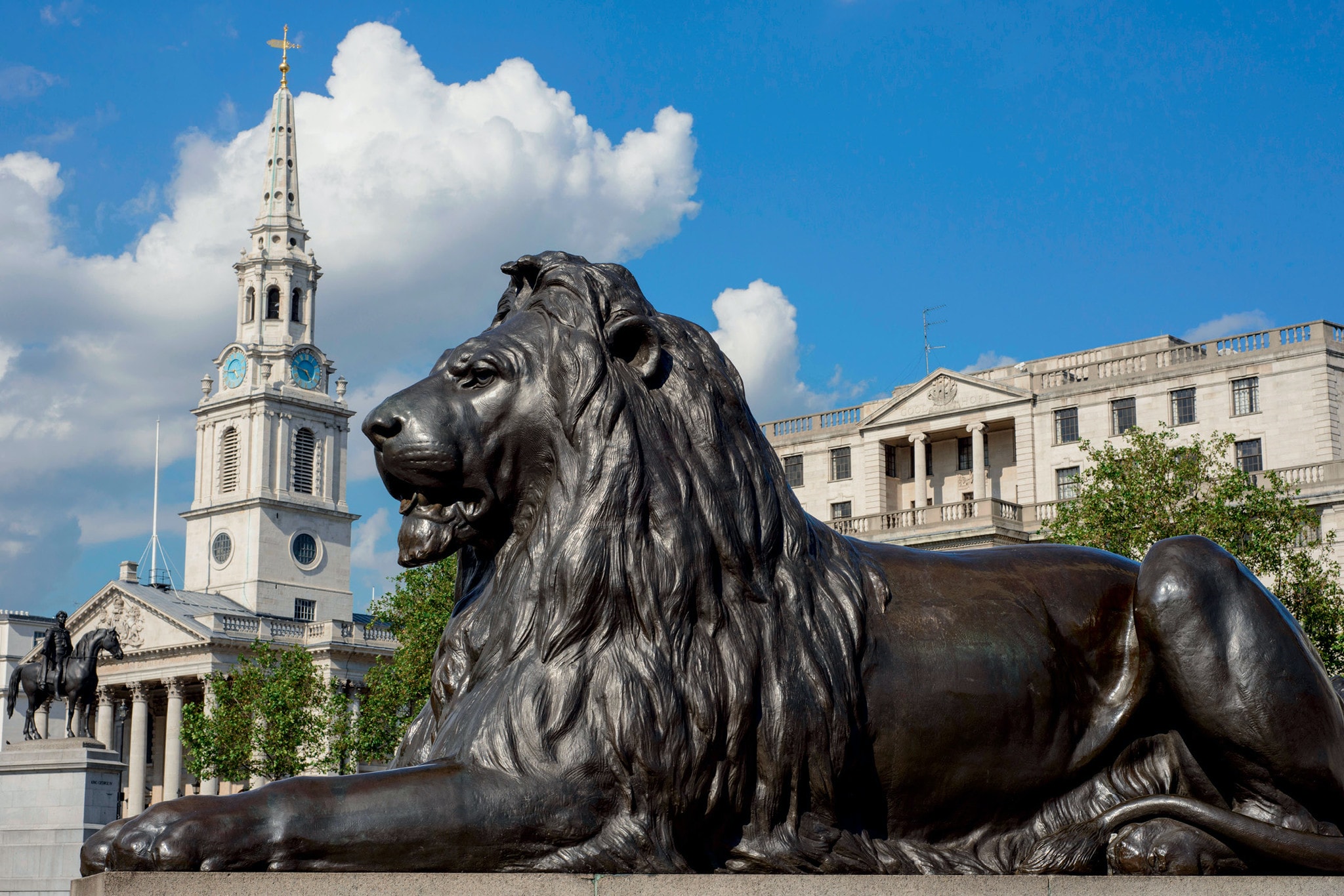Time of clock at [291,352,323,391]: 4:46
